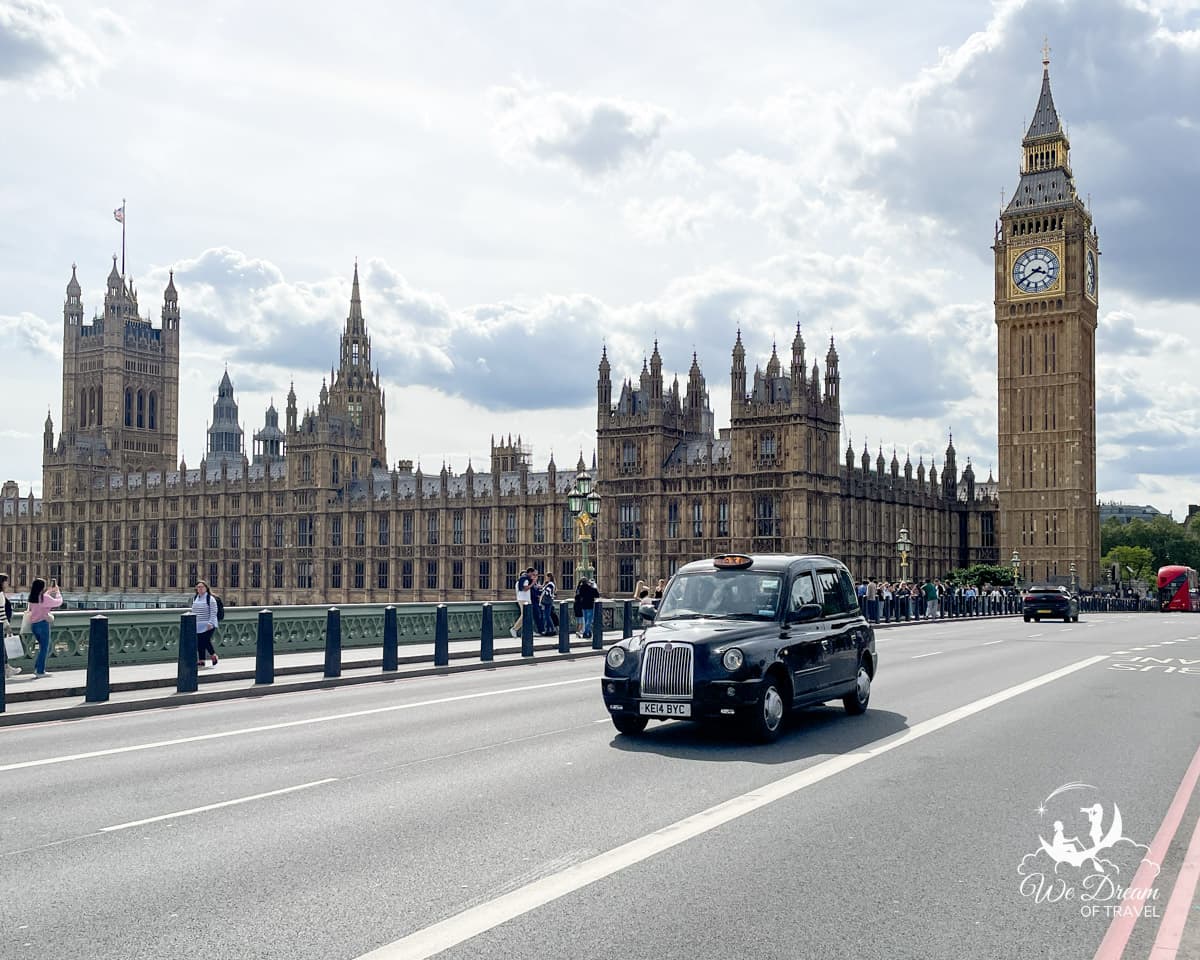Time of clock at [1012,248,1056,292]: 3:39
